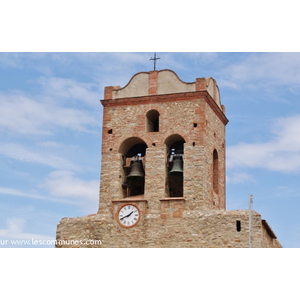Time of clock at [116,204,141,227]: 1:41
